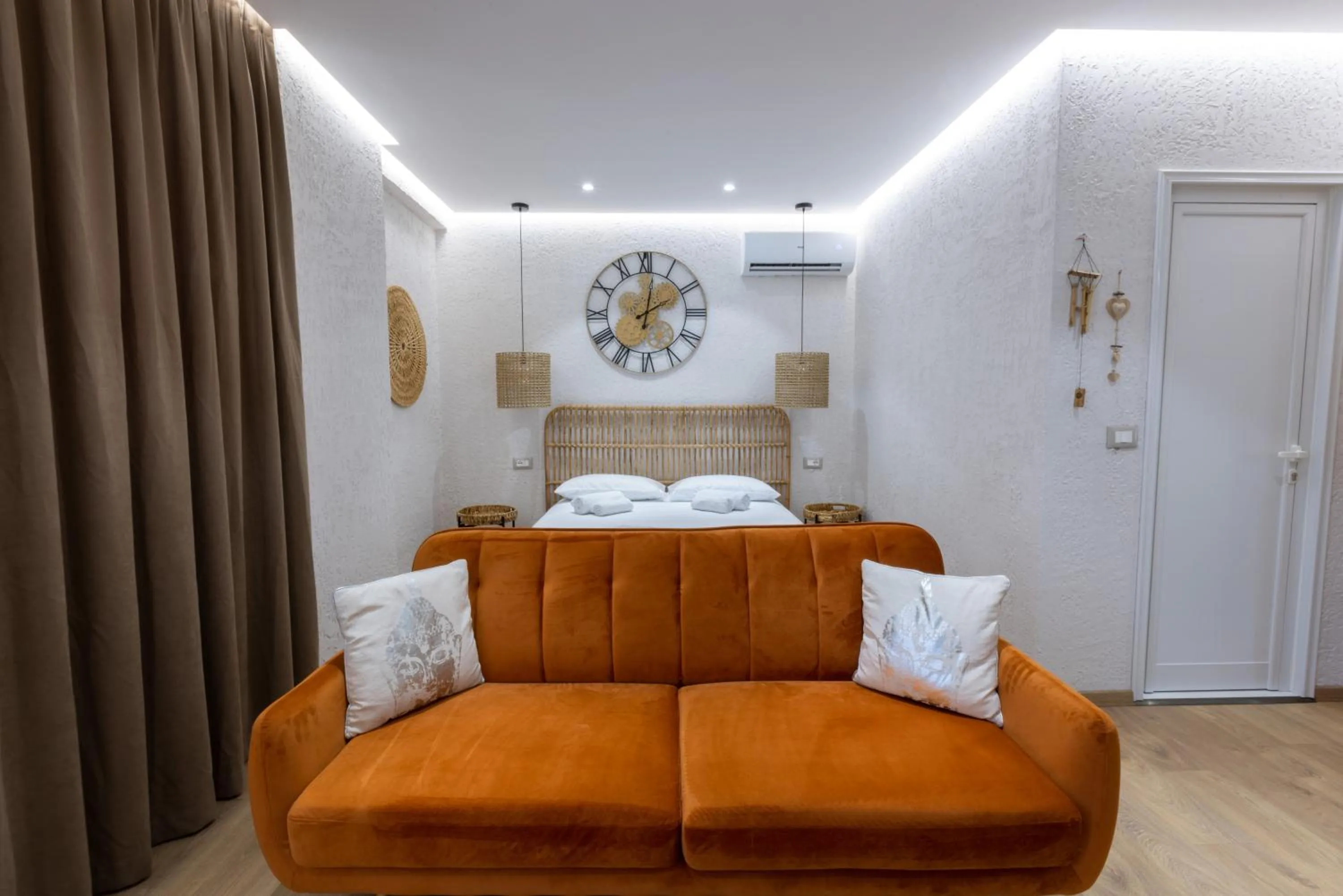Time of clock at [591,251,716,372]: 2:01
